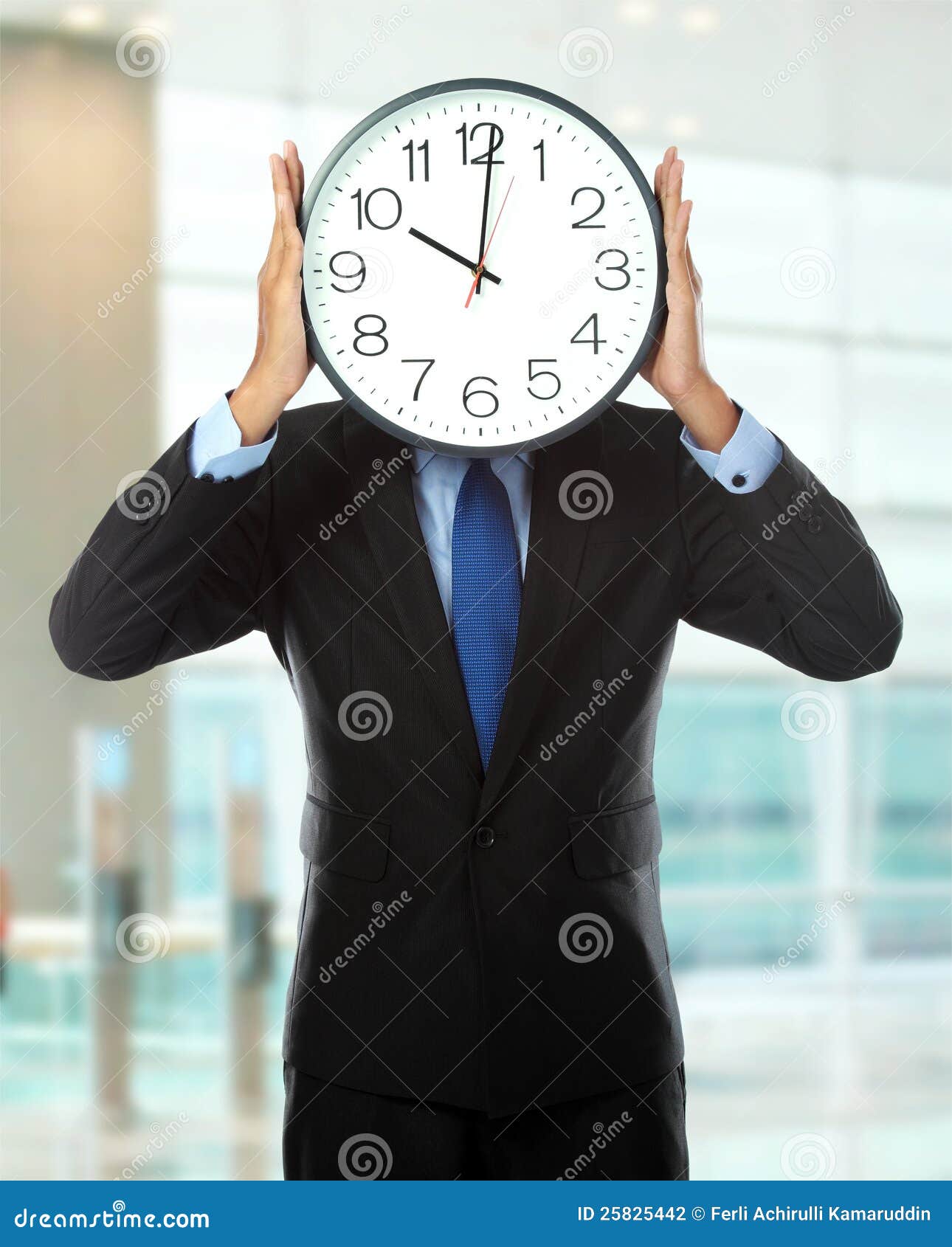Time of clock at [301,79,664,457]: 10:00
